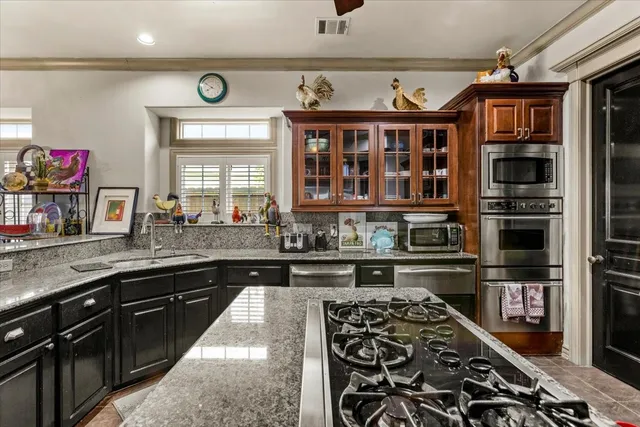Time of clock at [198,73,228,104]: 7:50
